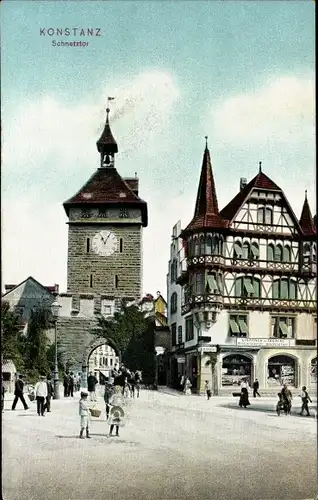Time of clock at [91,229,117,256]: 11:05
